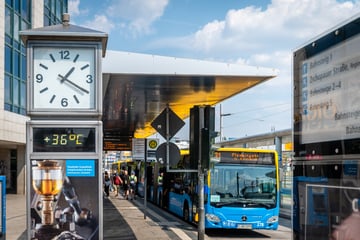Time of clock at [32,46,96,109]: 1:19
